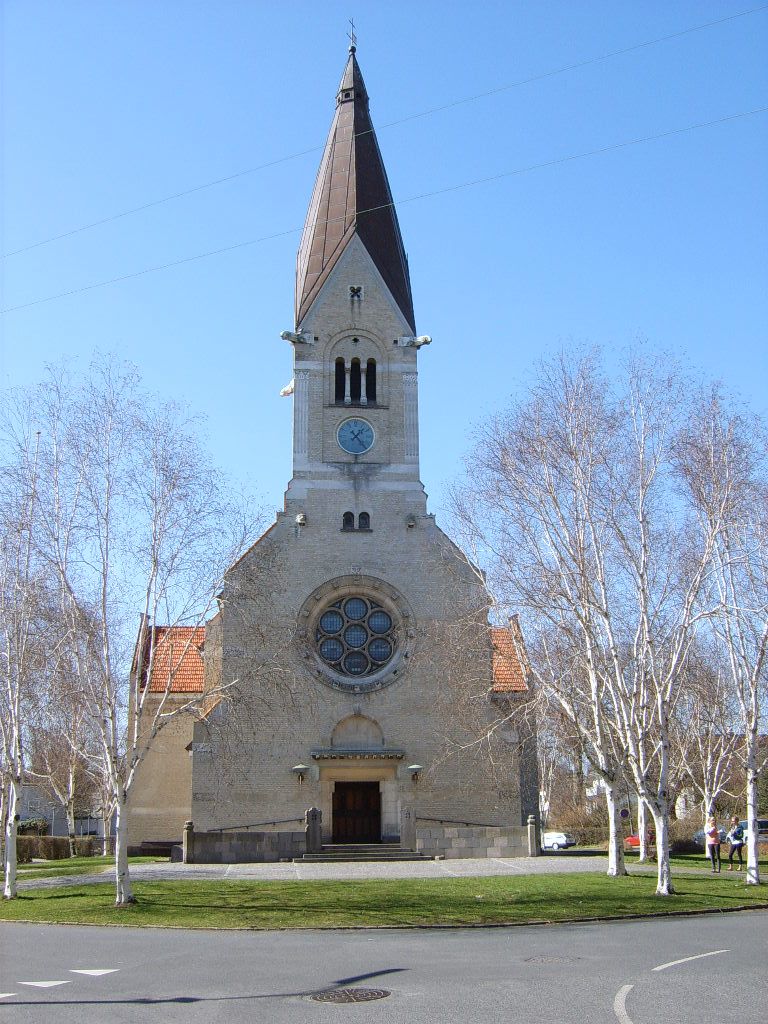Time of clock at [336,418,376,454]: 1:23
